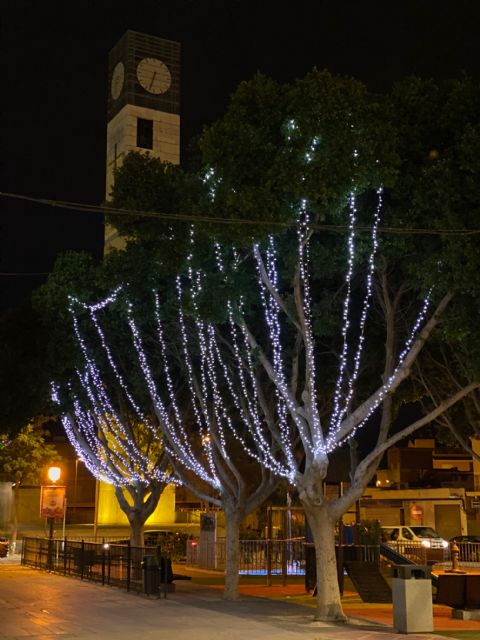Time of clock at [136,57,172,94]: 6:33
